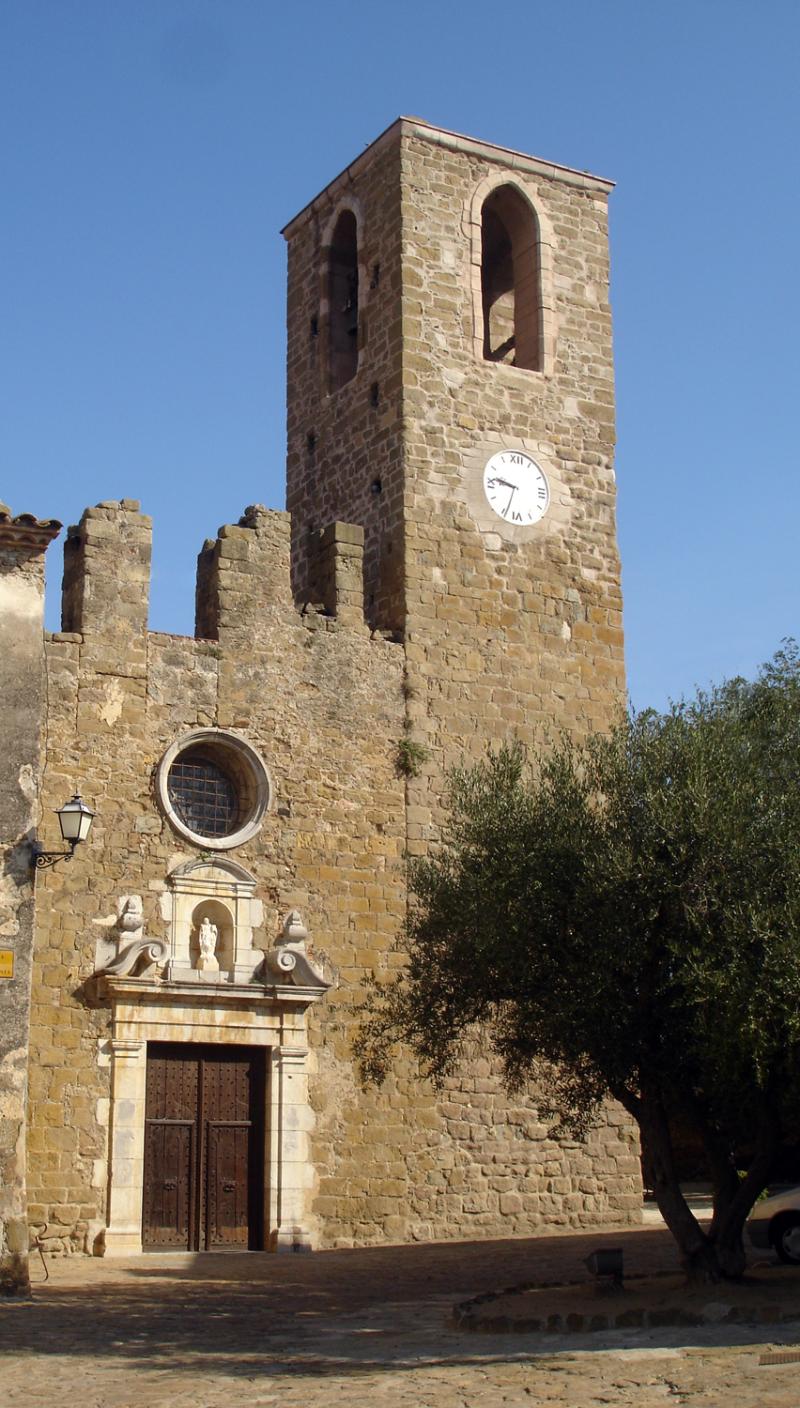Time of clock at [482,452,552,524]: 9:33
